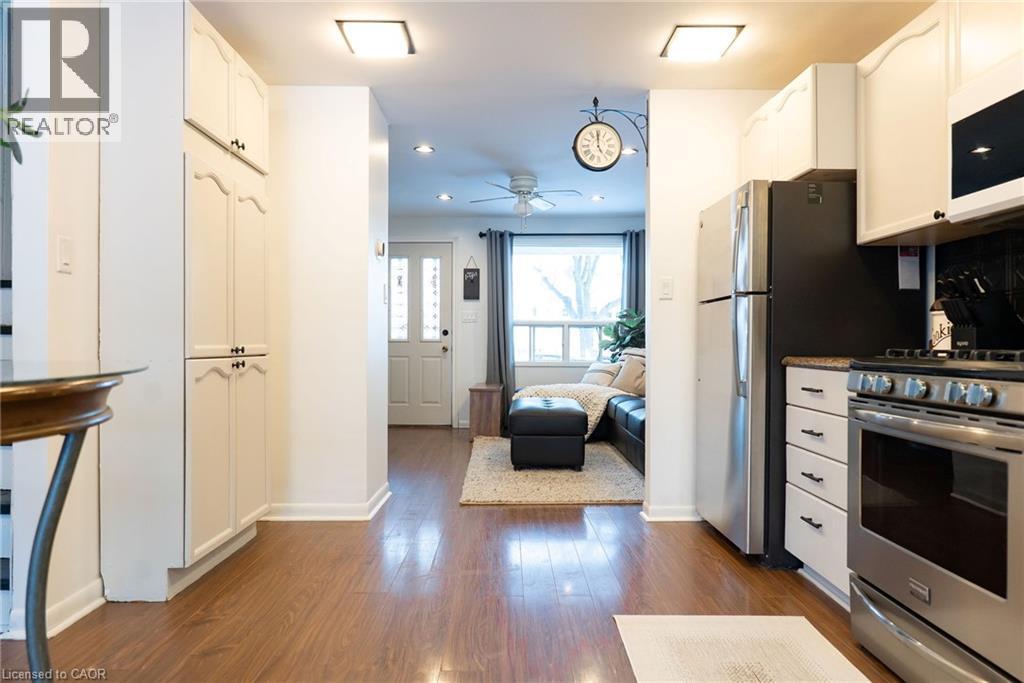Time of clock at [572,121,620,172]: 4:59
